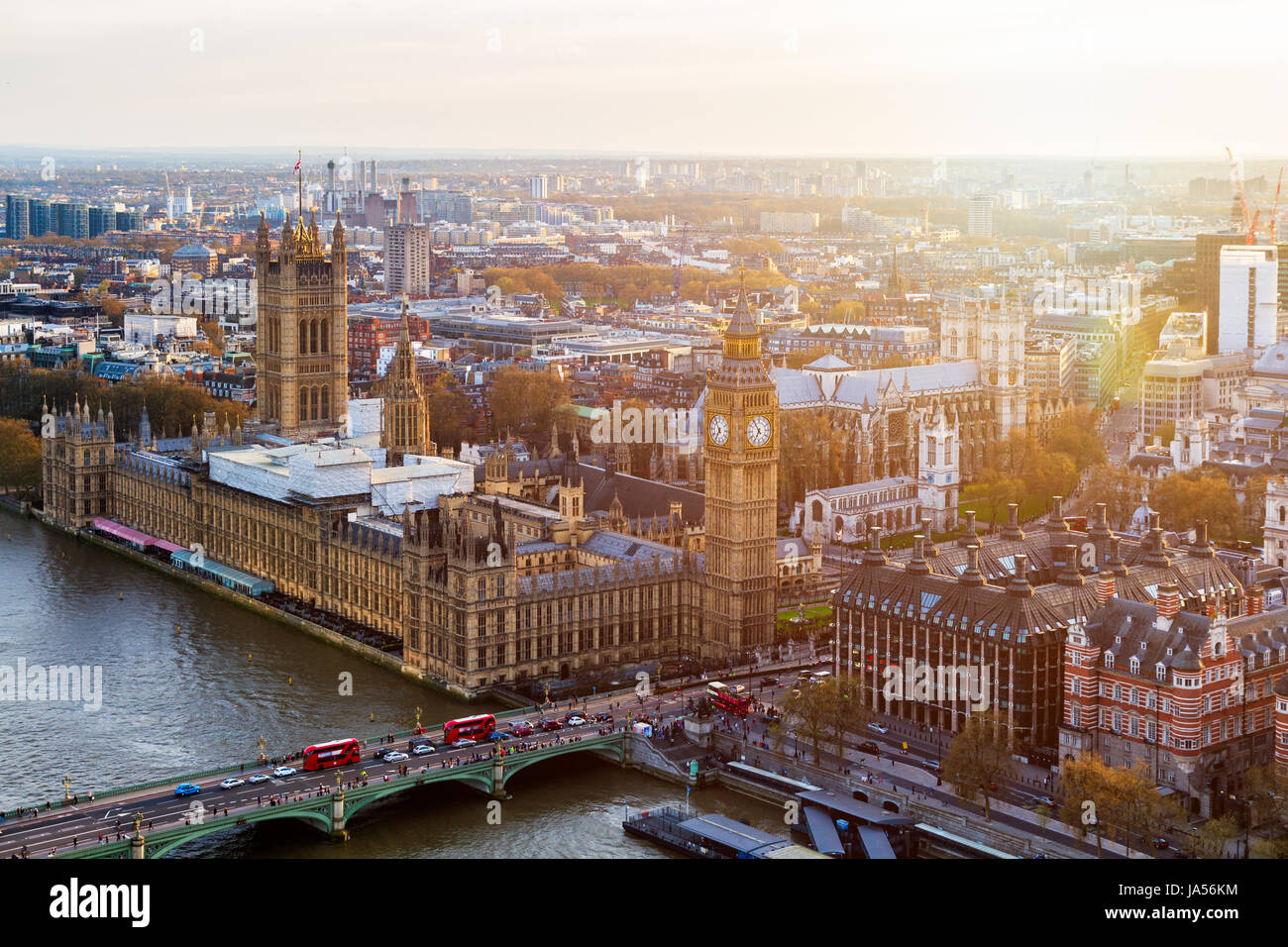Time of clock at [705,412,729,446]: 6:54
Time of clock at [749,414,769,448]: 6:54
